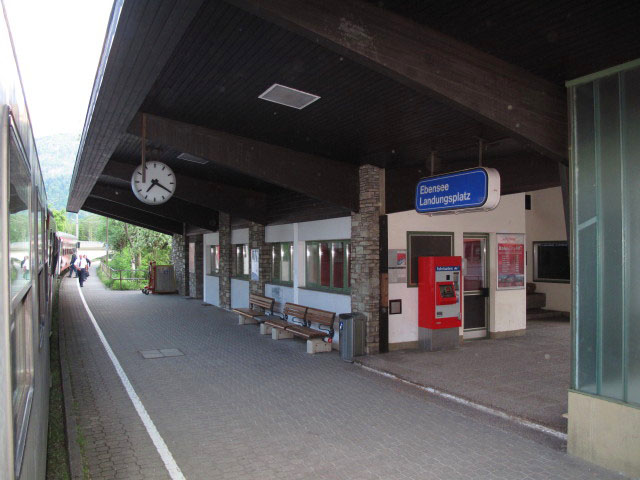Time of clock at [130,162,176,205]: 7:19
